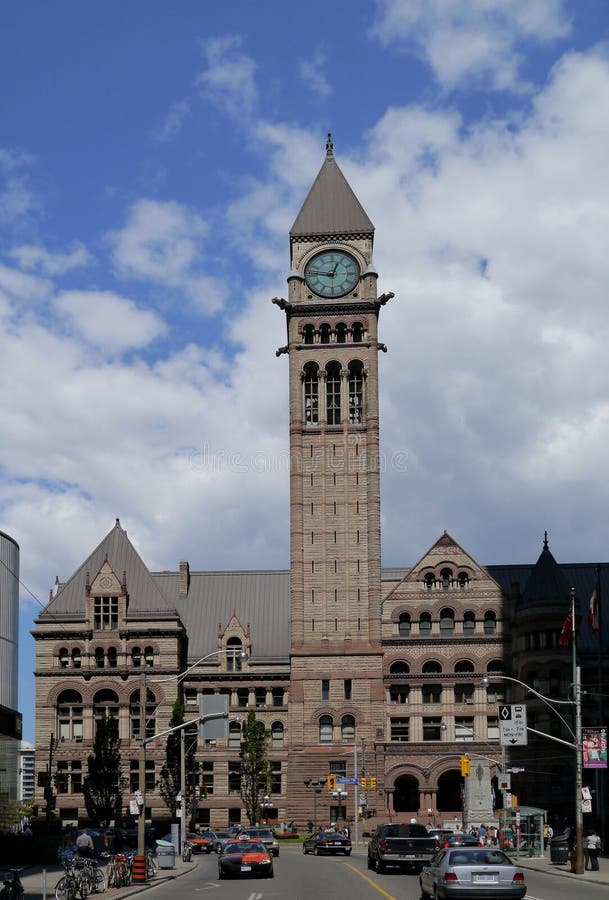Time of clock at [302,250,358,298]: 12:46
